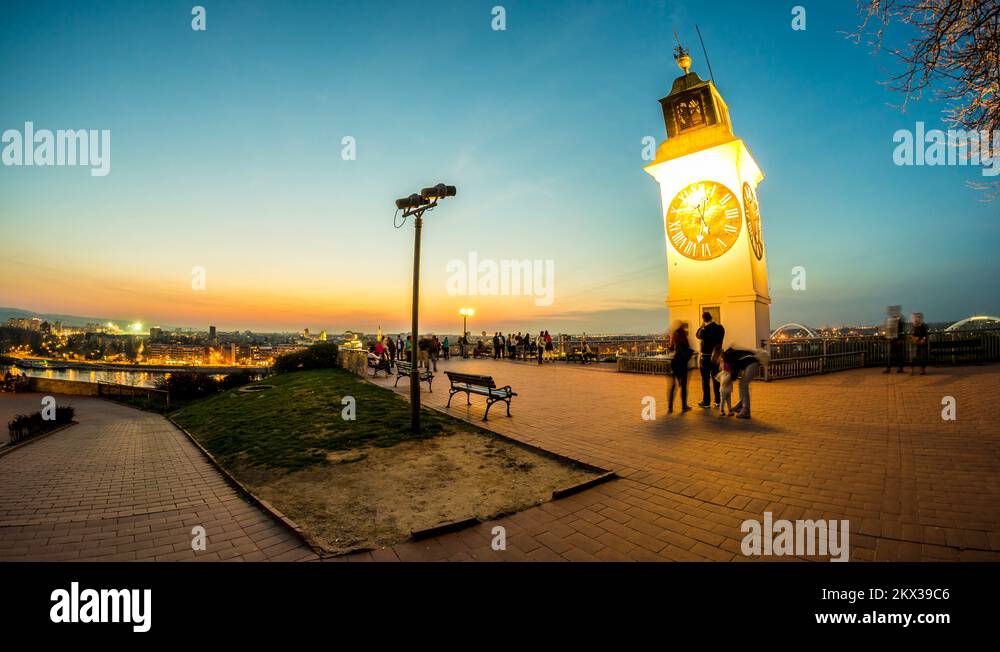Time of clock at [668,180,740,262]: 5:32
